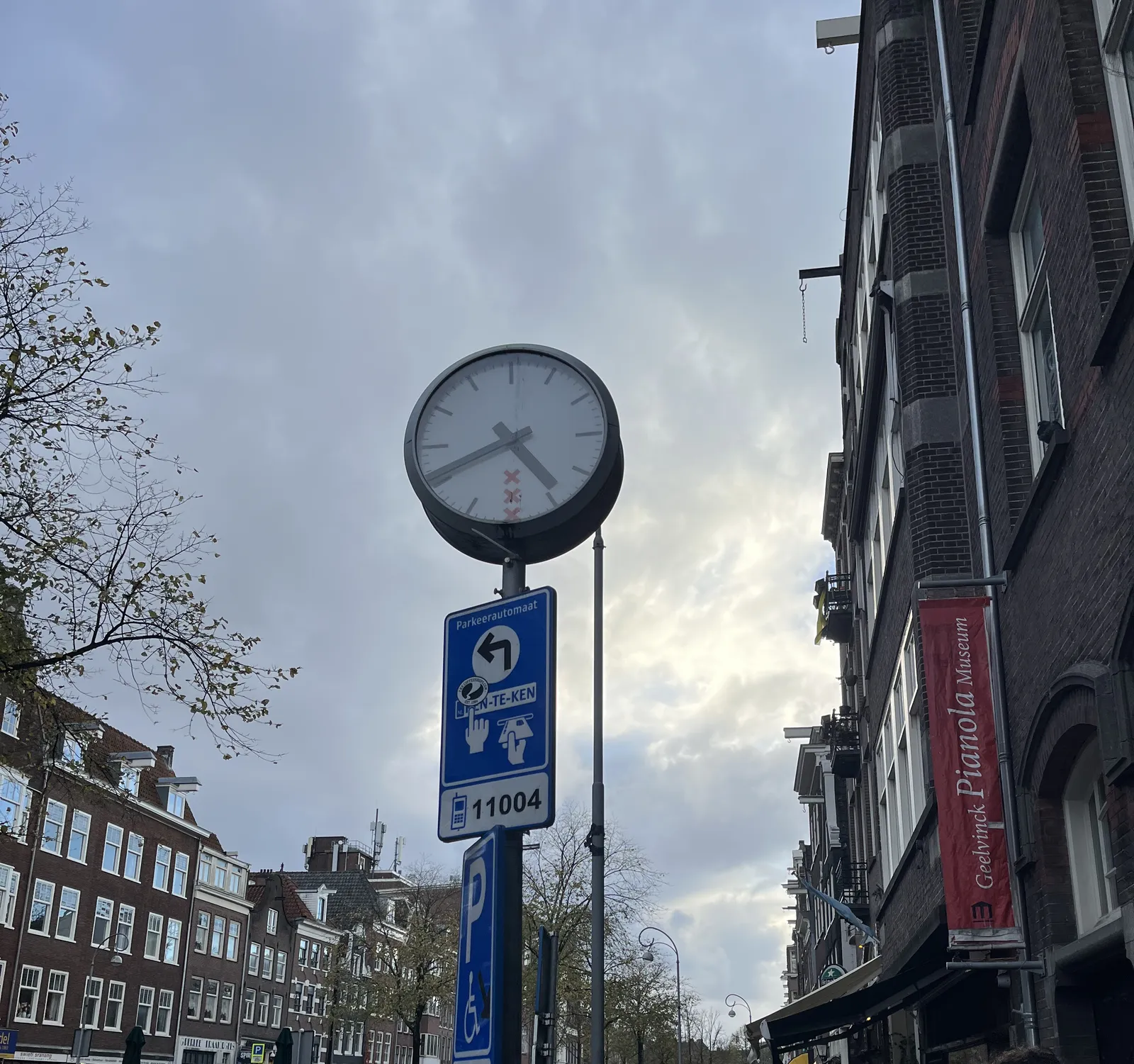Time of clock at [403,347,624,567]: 4:41
